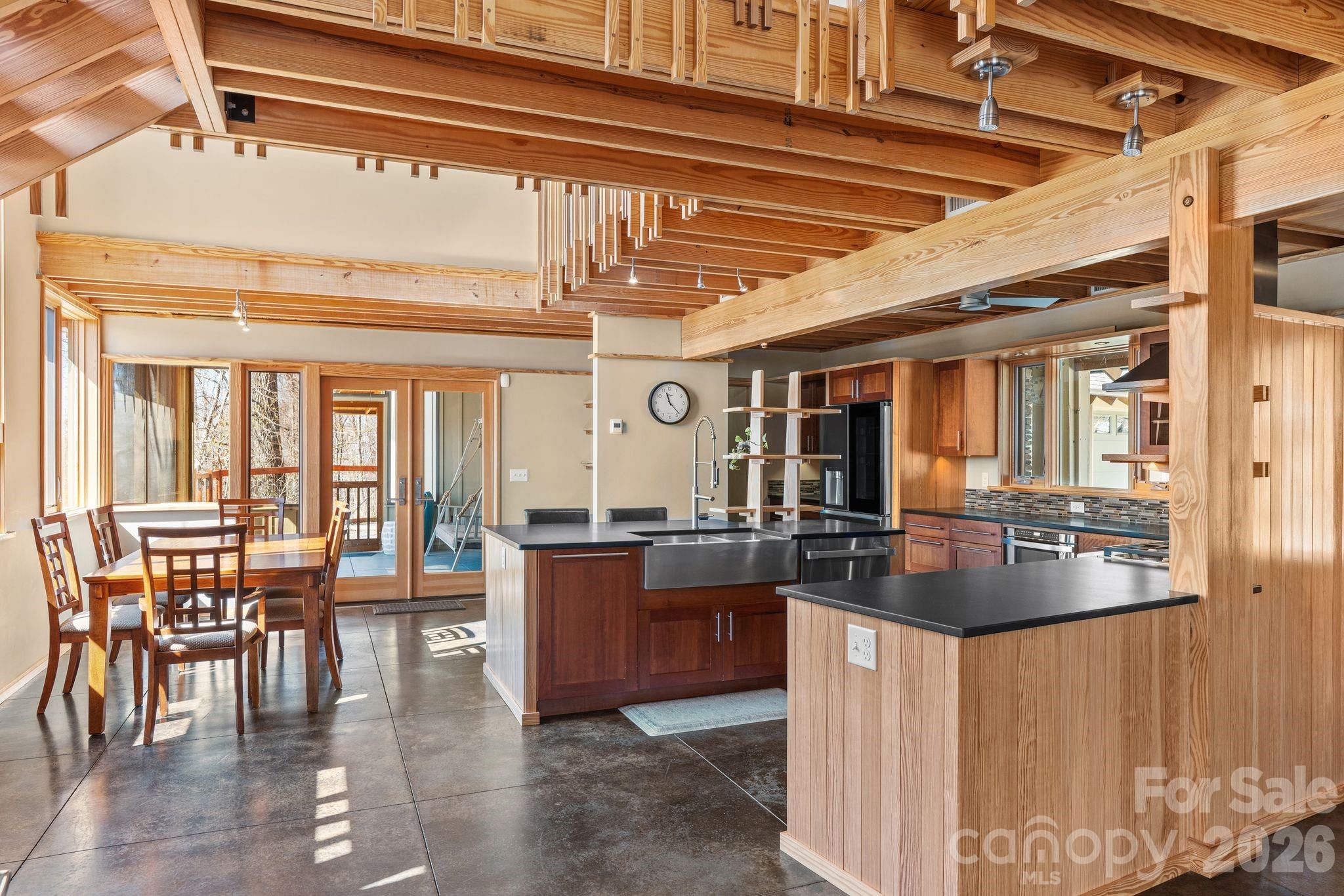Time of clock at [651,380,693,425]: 11:22
